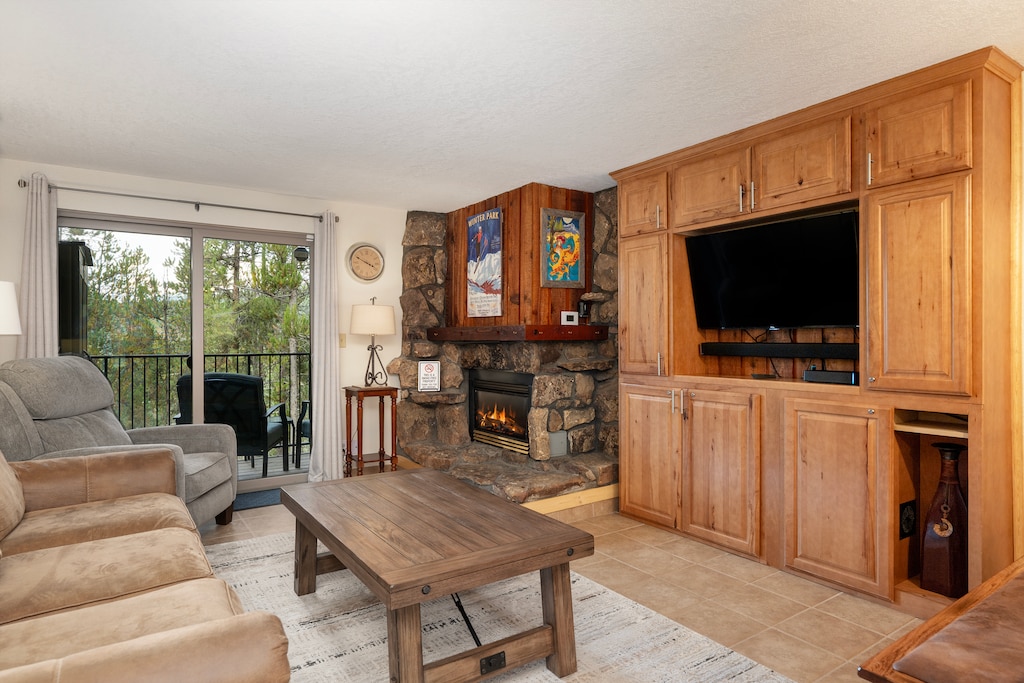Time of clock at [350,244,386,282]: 3:49
